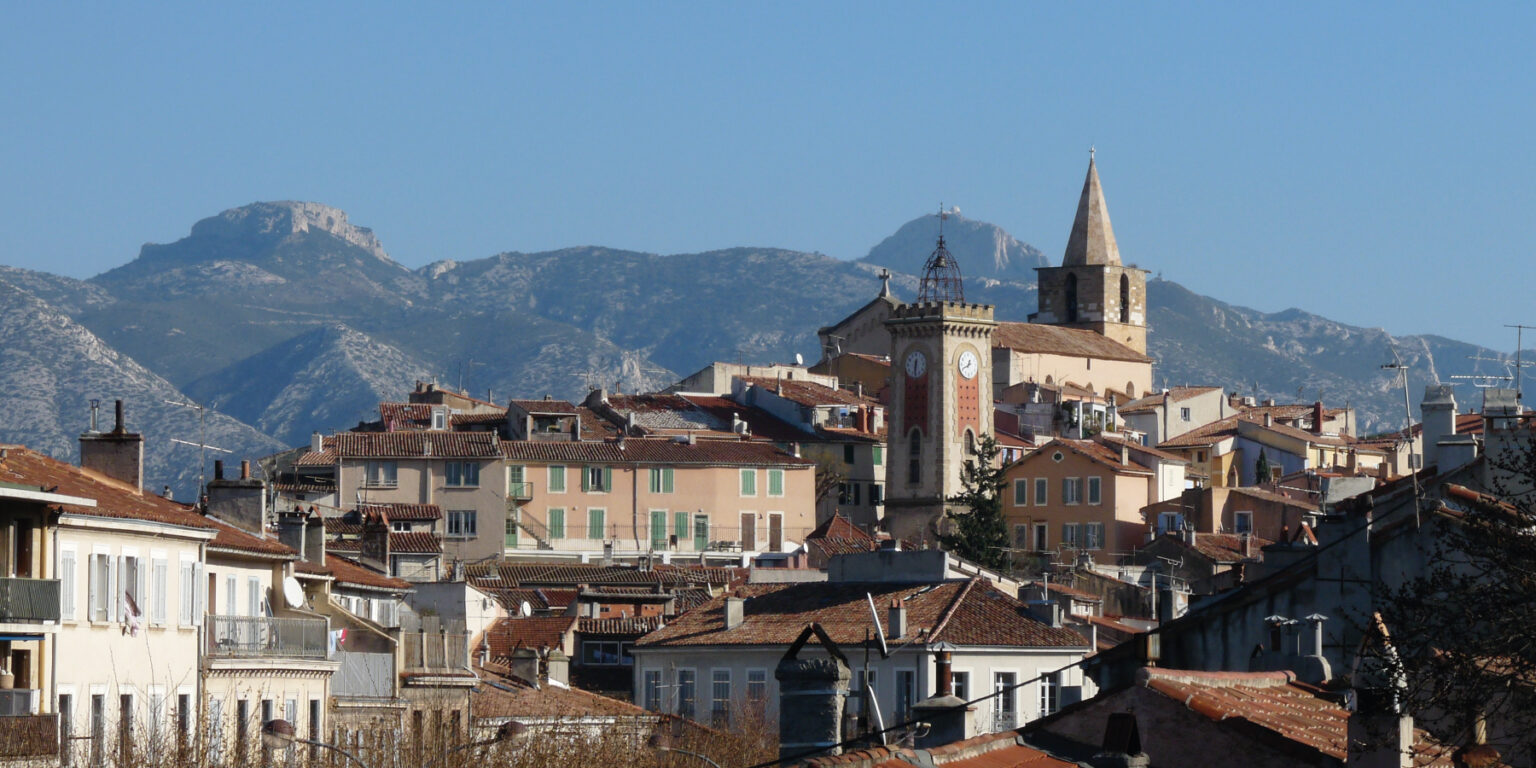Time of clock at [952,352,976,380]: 12:40
